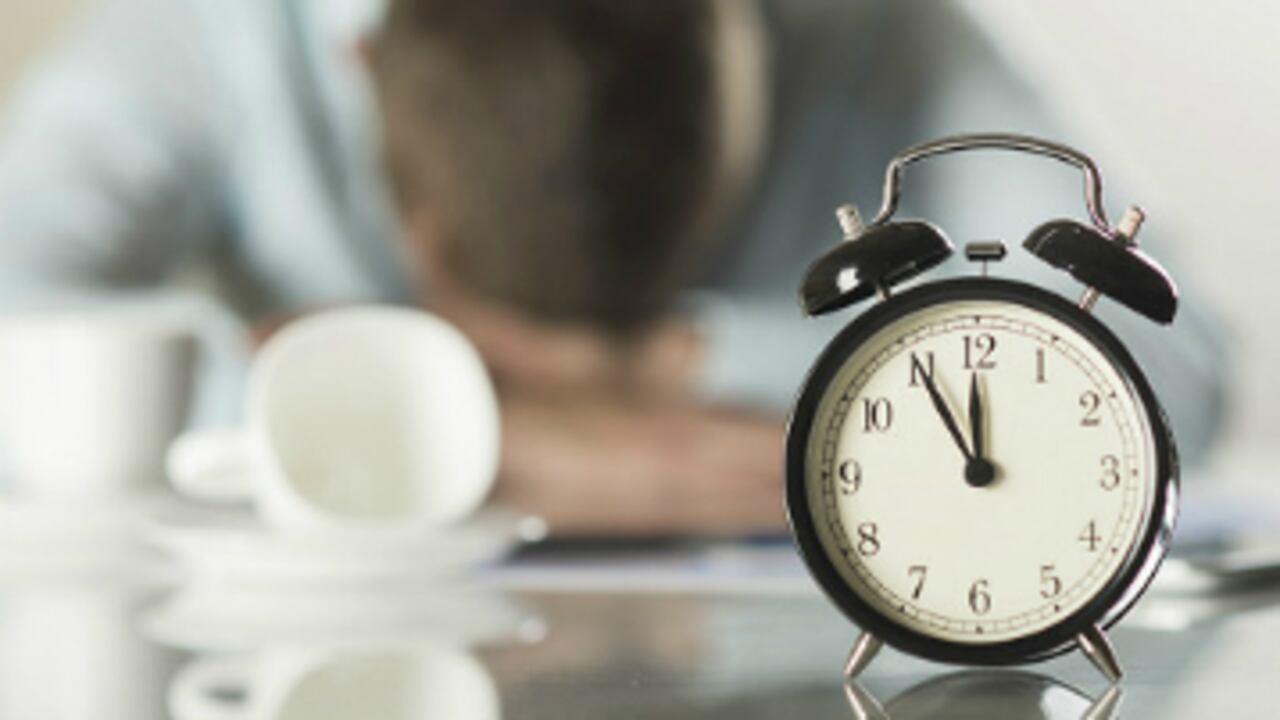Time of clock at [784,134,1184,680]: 11:55
